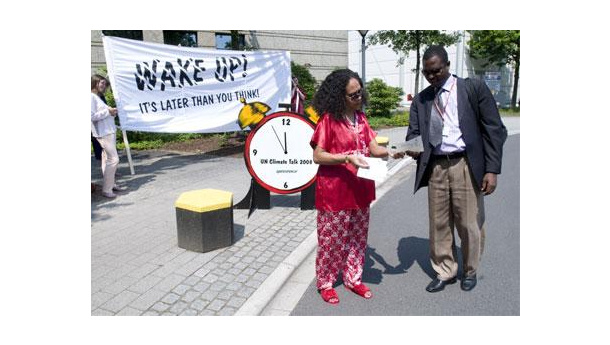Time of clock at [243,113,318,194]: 11:55
